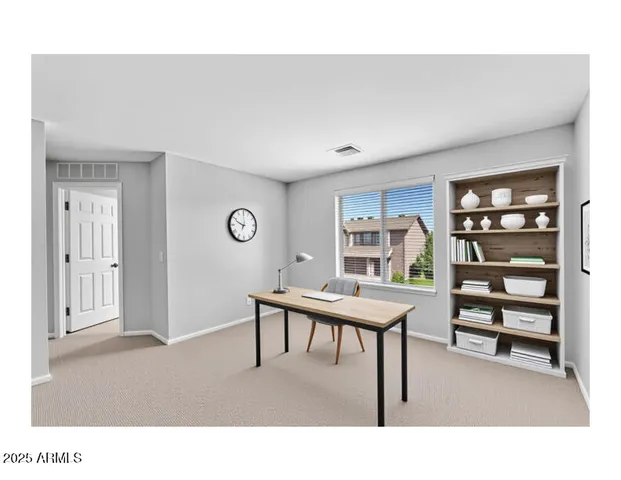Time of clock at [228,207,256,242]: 6:48
